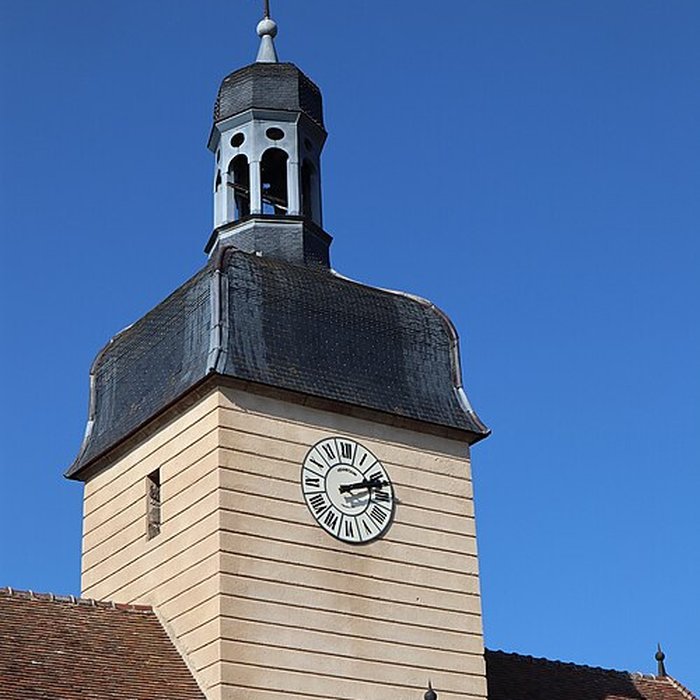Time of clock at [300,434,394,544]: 2:11
